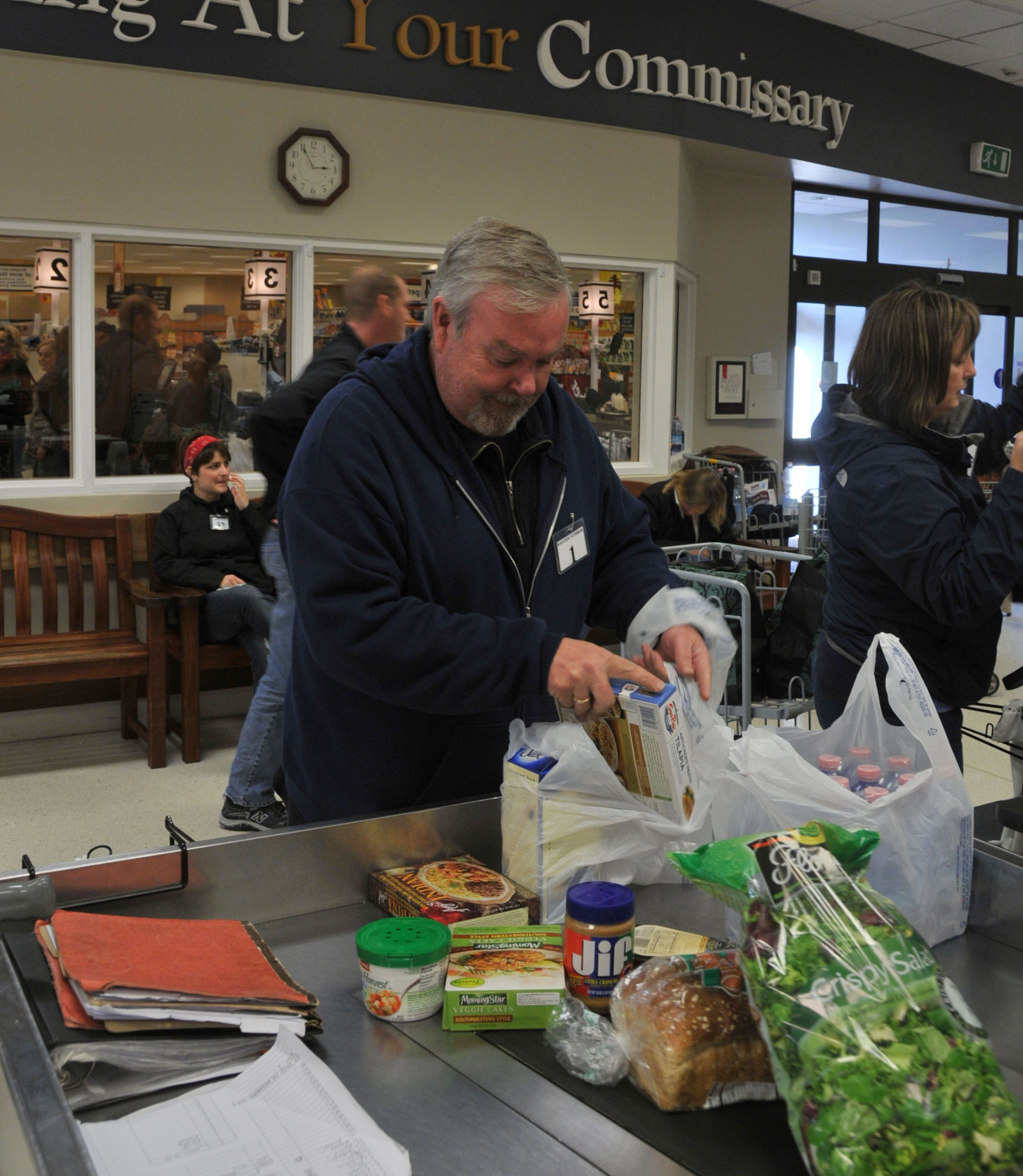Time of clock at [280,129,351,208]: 2:54
